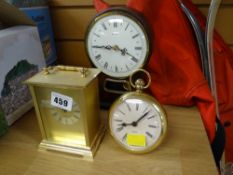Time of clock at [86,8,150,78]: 3:44
